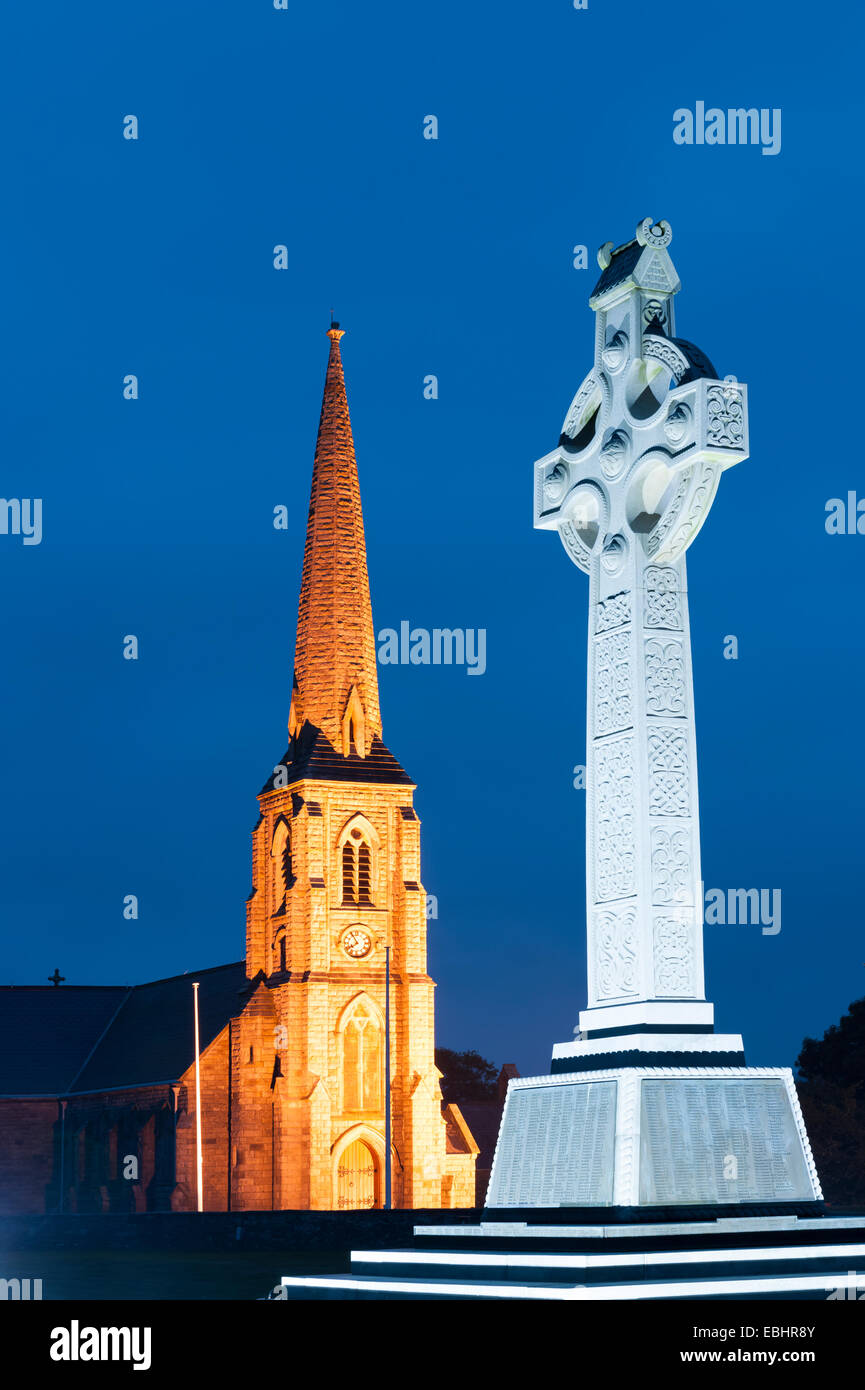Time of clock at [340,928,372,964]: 7:55
